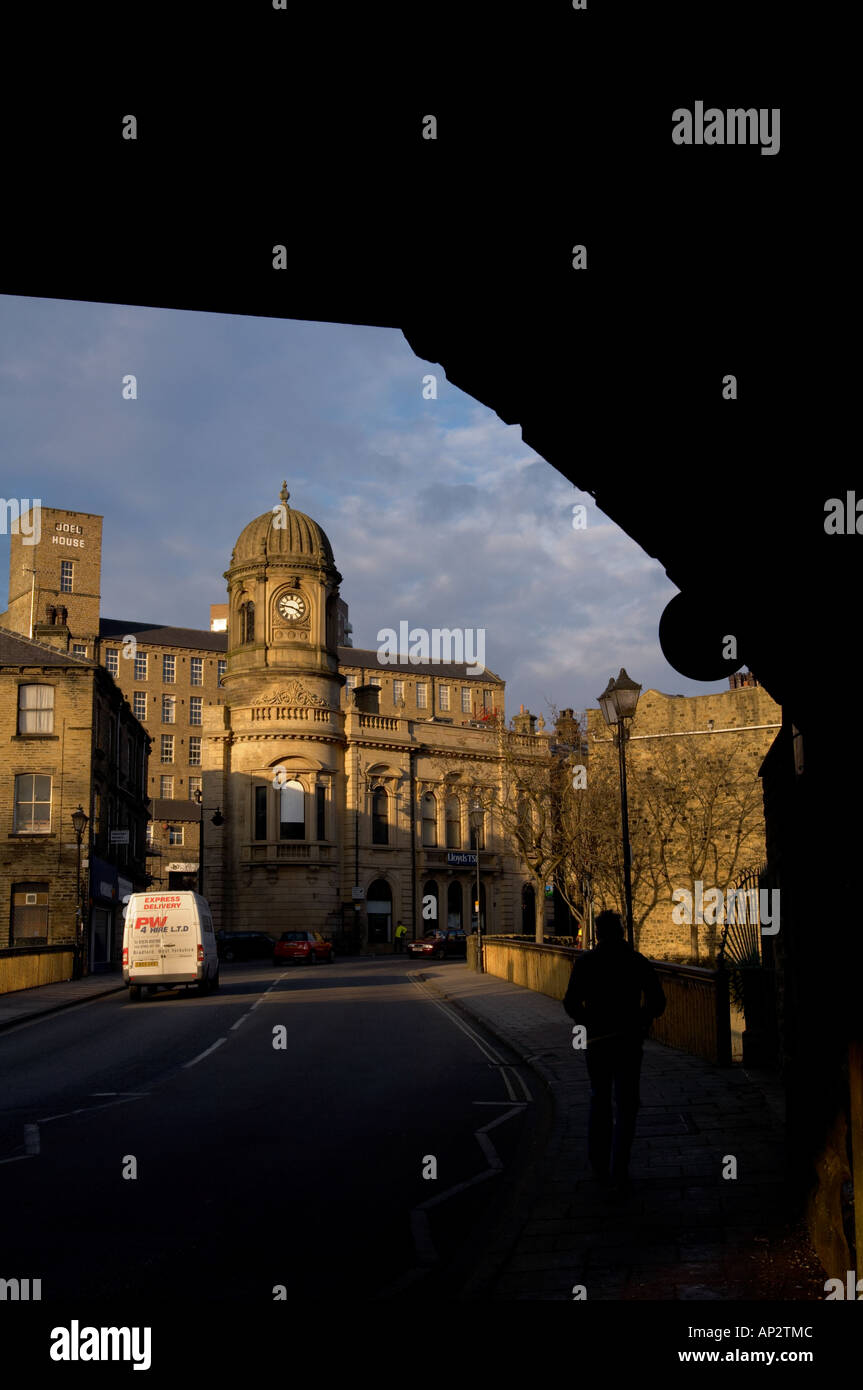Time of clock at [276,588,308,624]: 3:46
